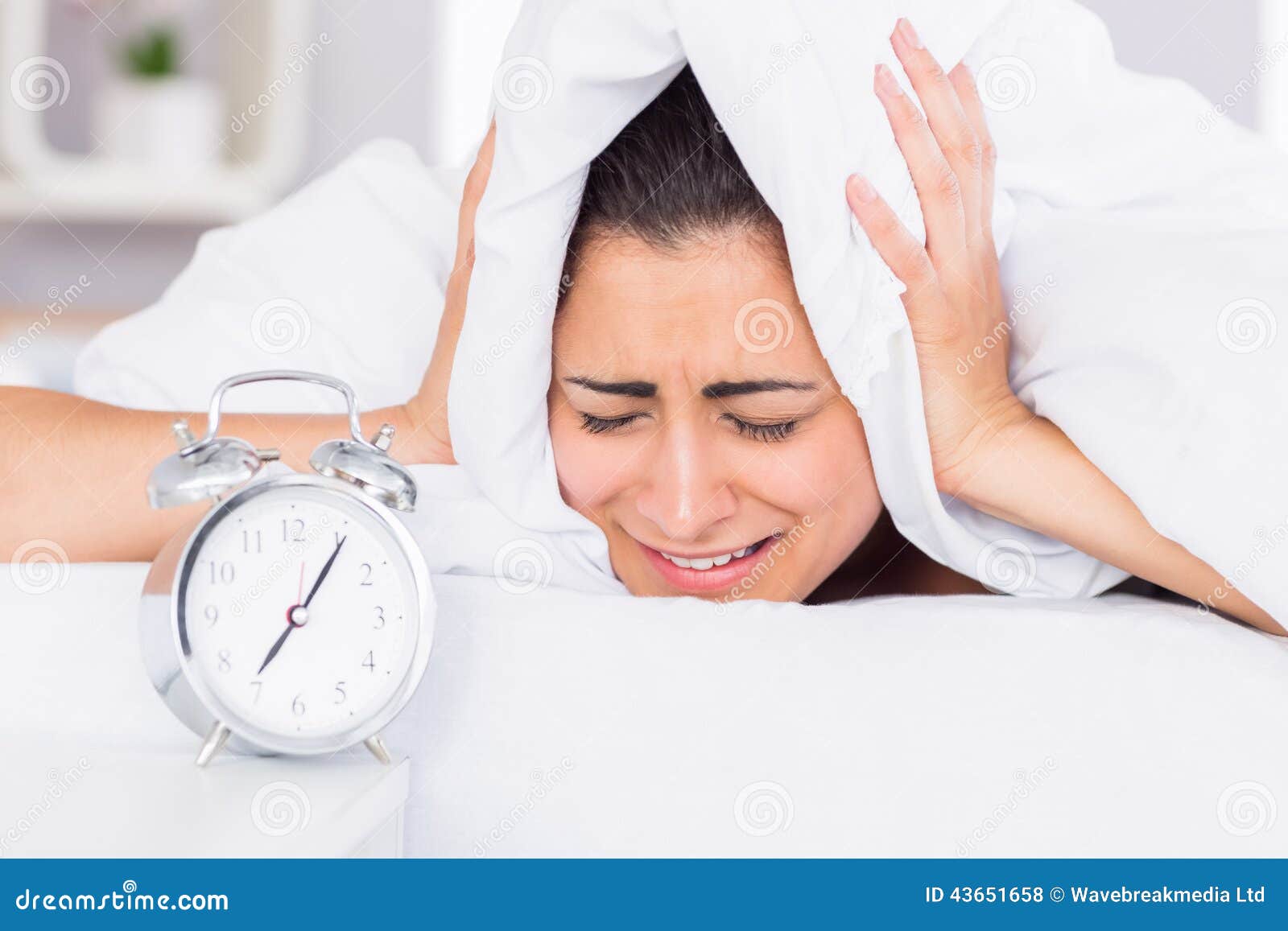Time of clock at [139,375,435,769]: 7:05
